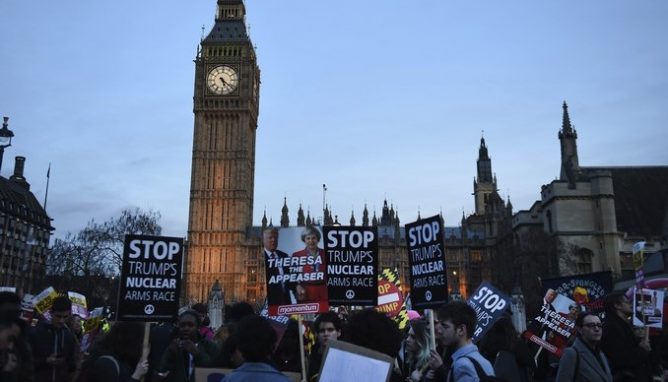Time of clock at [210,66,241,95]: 5:21
